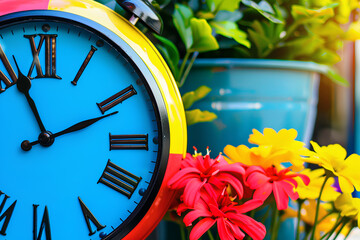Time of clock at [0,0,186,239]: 11:11
